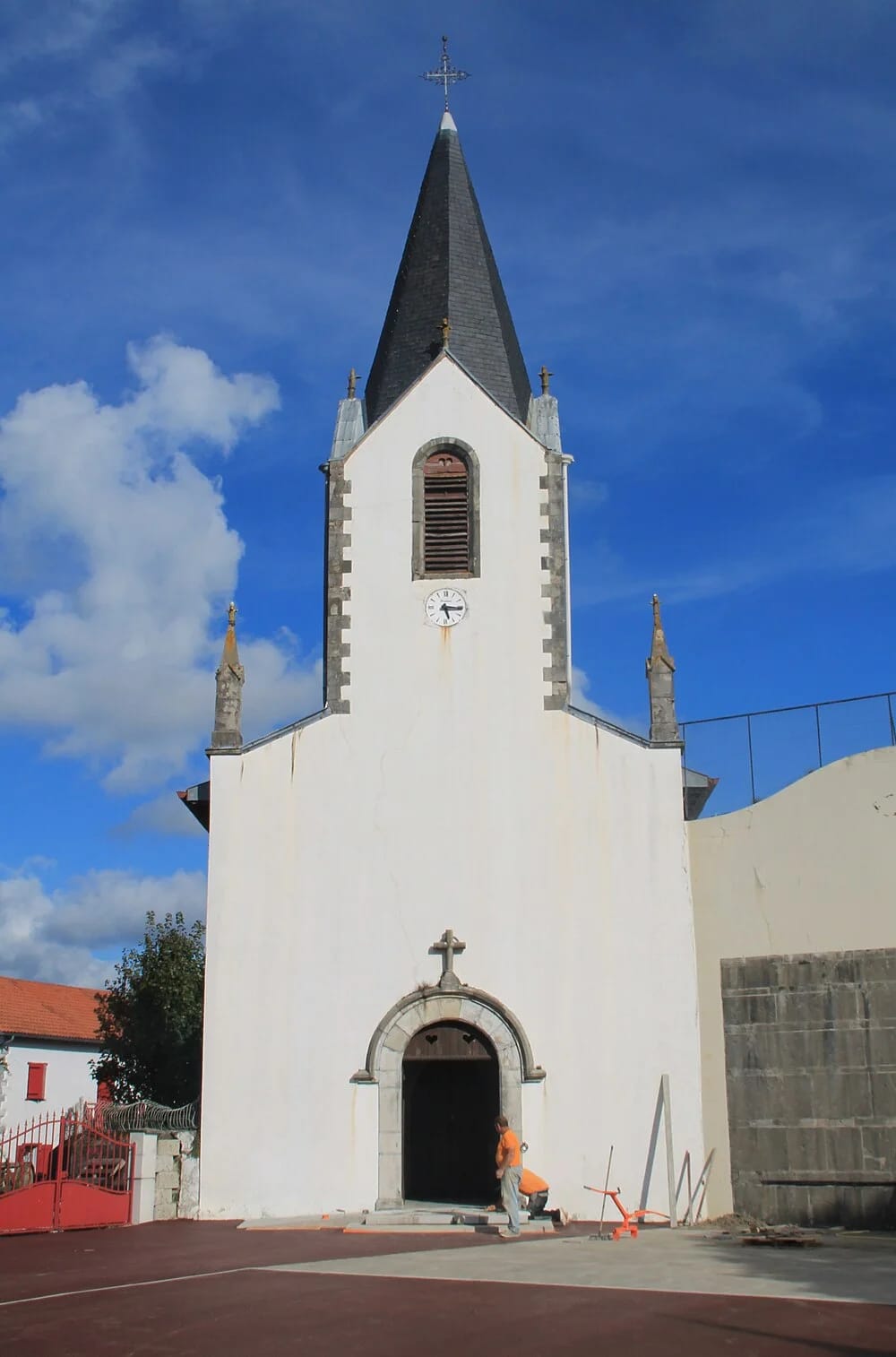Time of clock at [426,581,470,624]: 5:15
